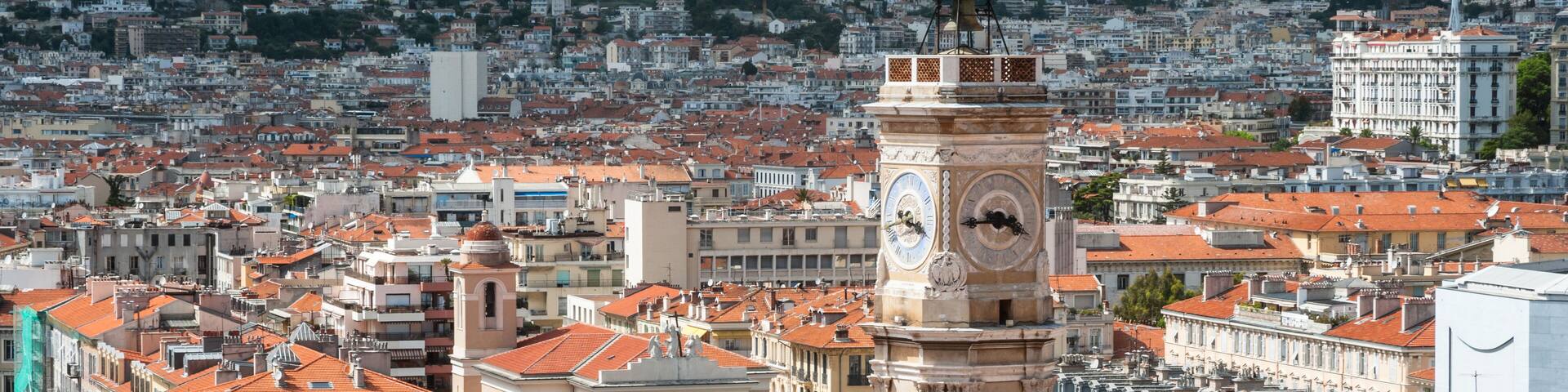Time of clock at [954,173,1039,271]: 3:44
